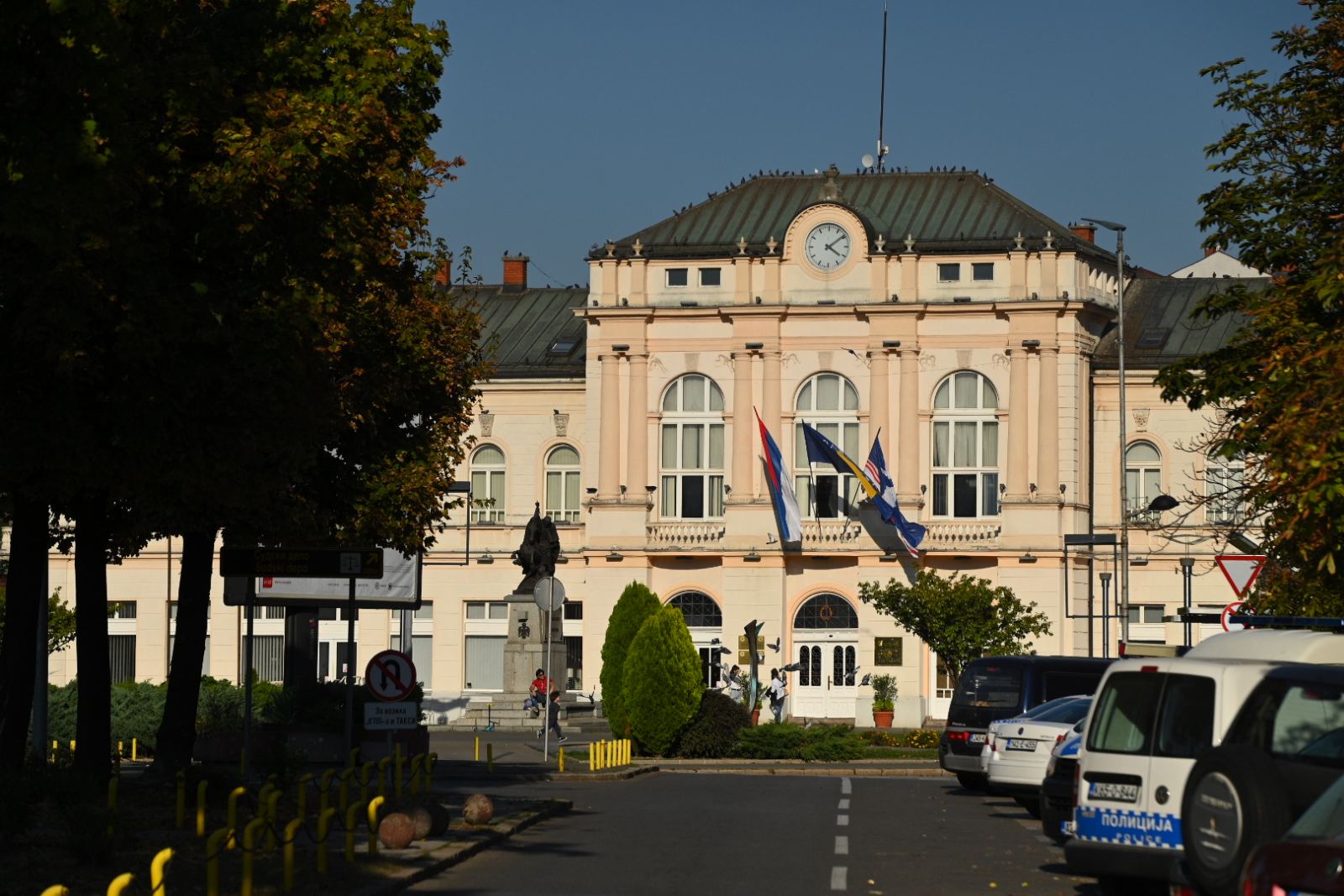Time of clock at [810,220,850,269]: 4:09
